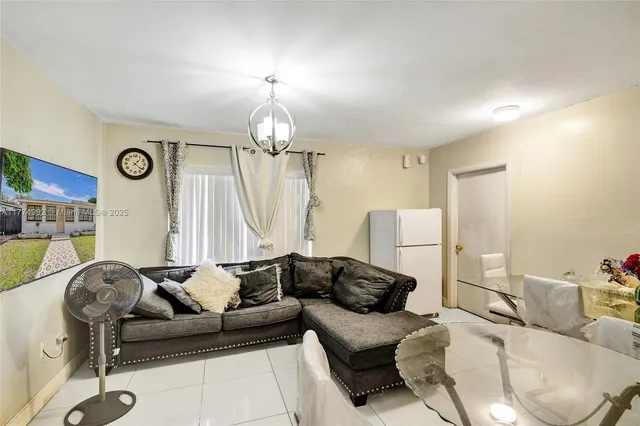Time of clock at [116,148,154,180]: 1:21
